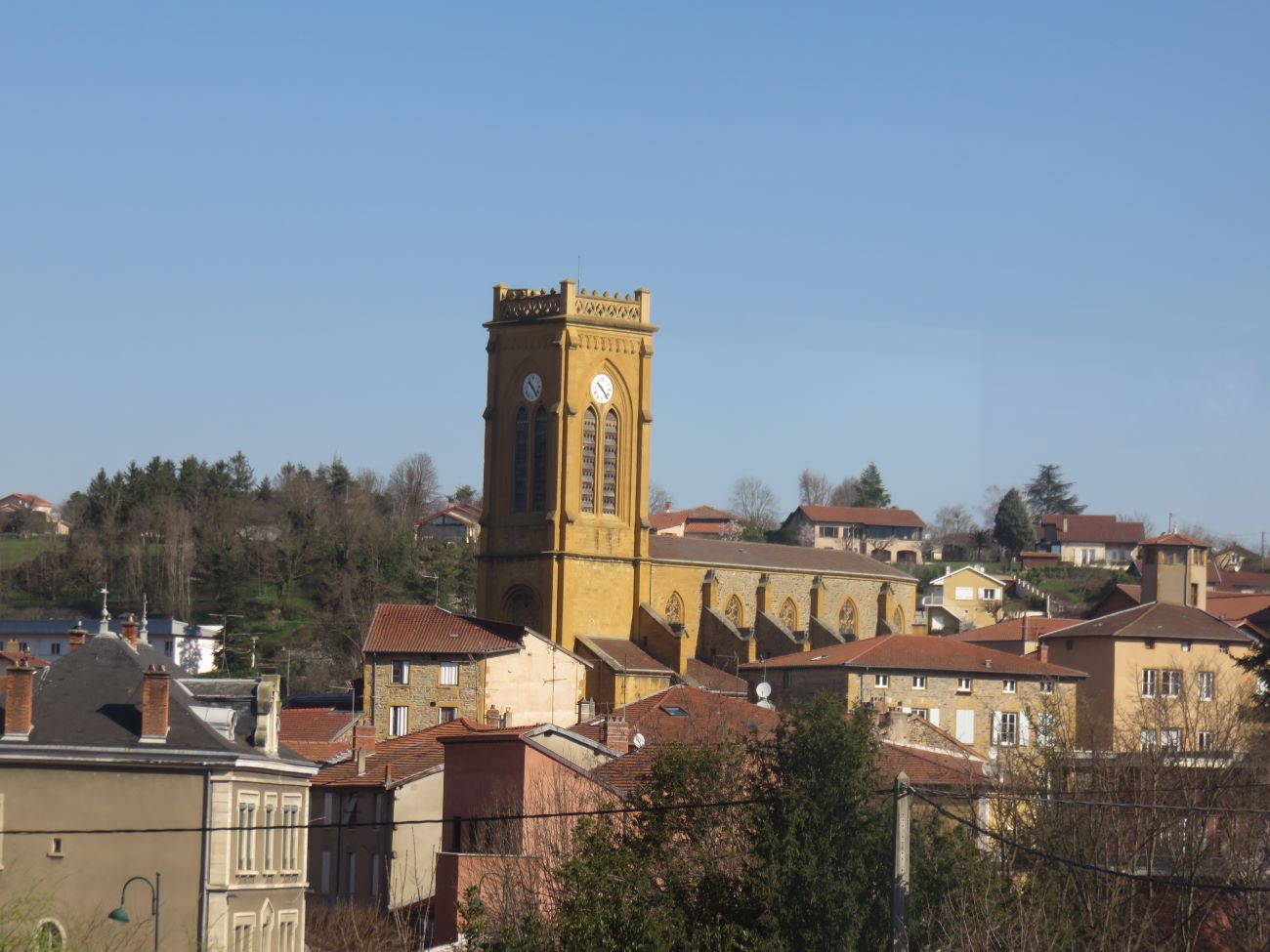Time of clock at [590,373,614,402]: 10:23
